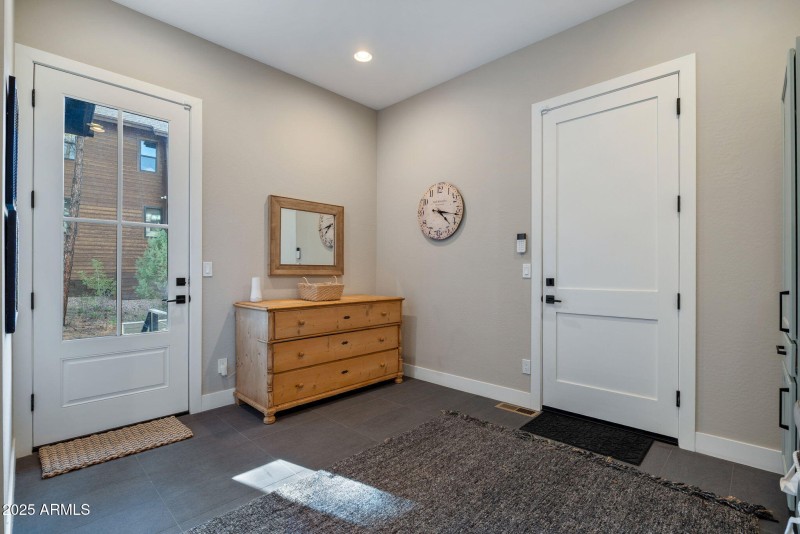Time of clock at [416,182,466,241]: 4:16
